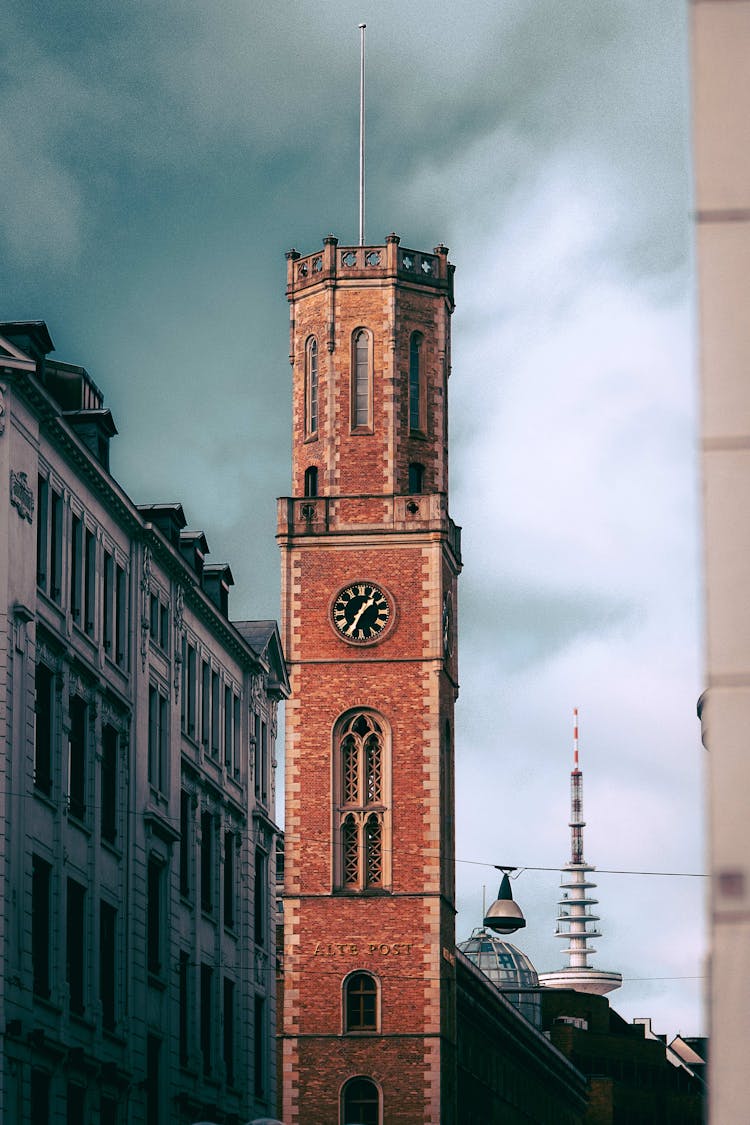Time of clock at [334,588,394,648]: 1:34
